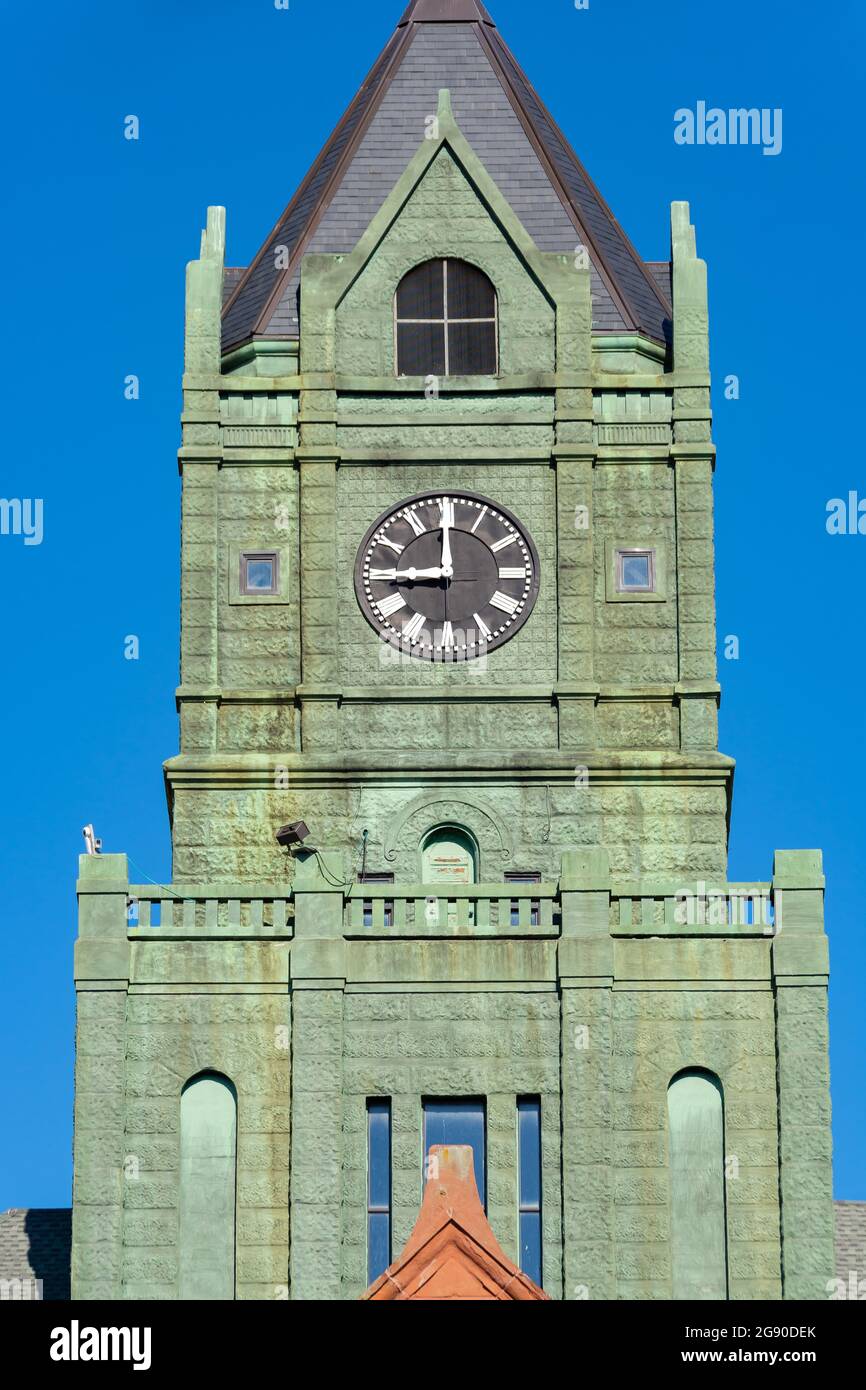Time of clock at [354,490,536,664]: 11:44
